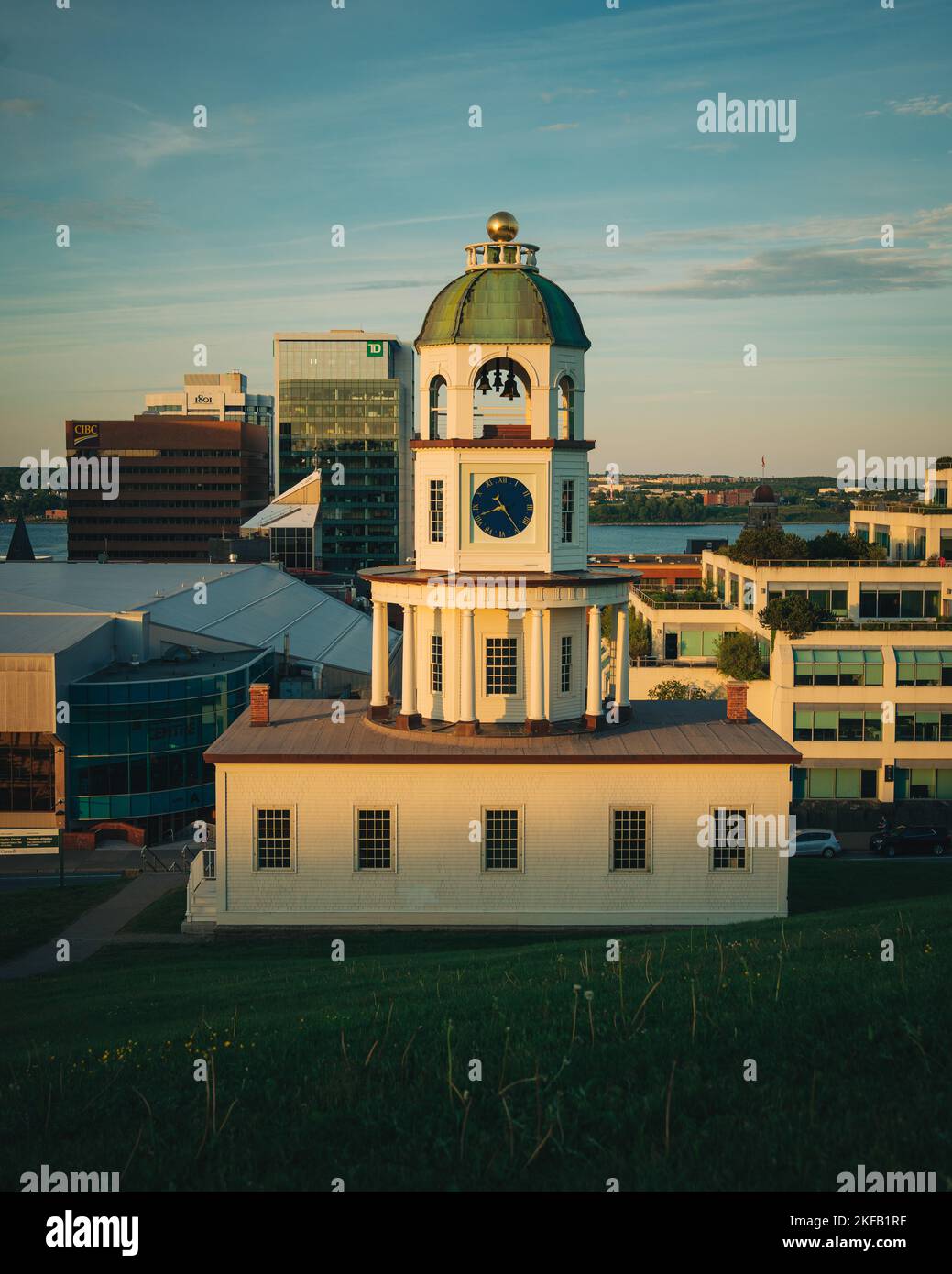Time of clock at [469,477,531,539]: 8:24
